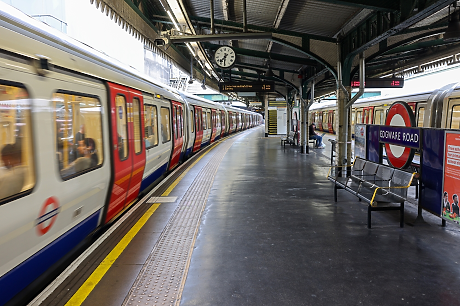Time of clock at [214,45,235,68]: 7:30
